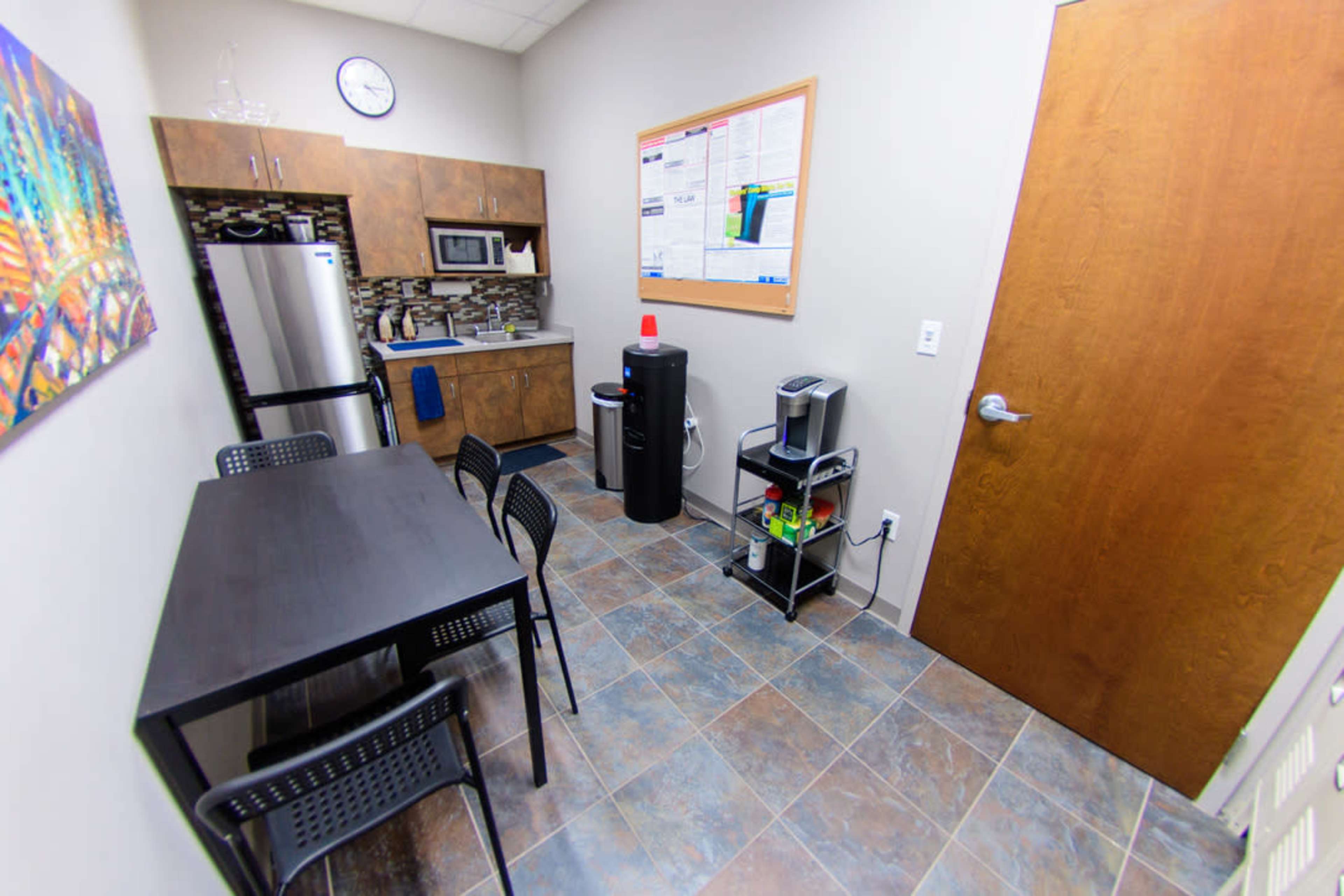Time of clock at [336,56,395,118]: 4:14
